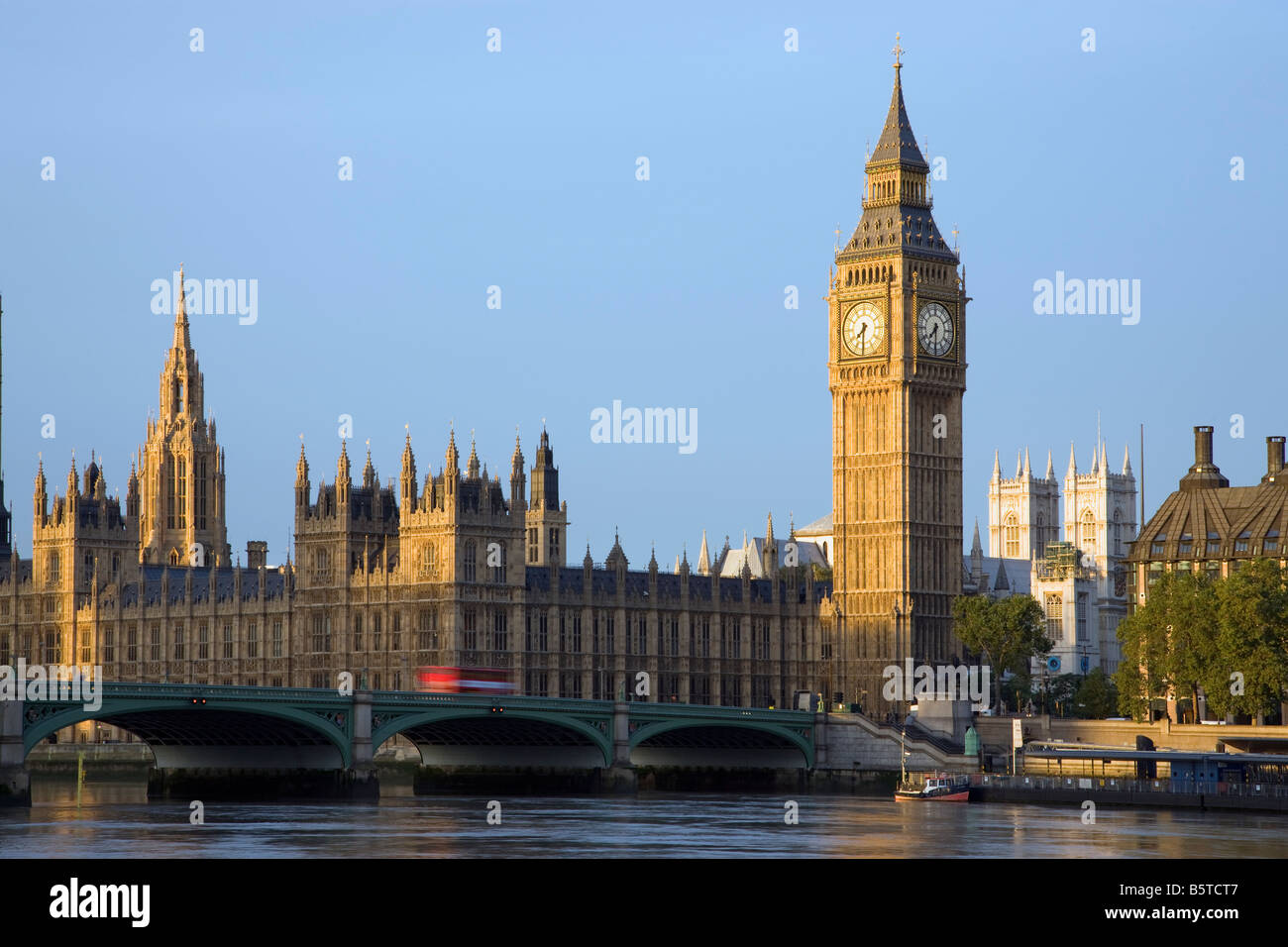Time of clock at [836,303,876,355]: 7:31
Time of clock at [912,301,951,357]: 7:30
